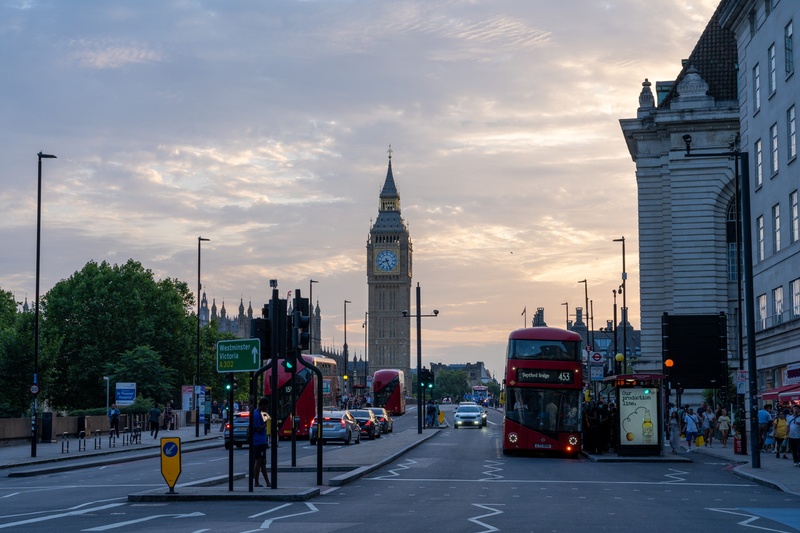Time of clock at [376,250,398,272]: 8:26
